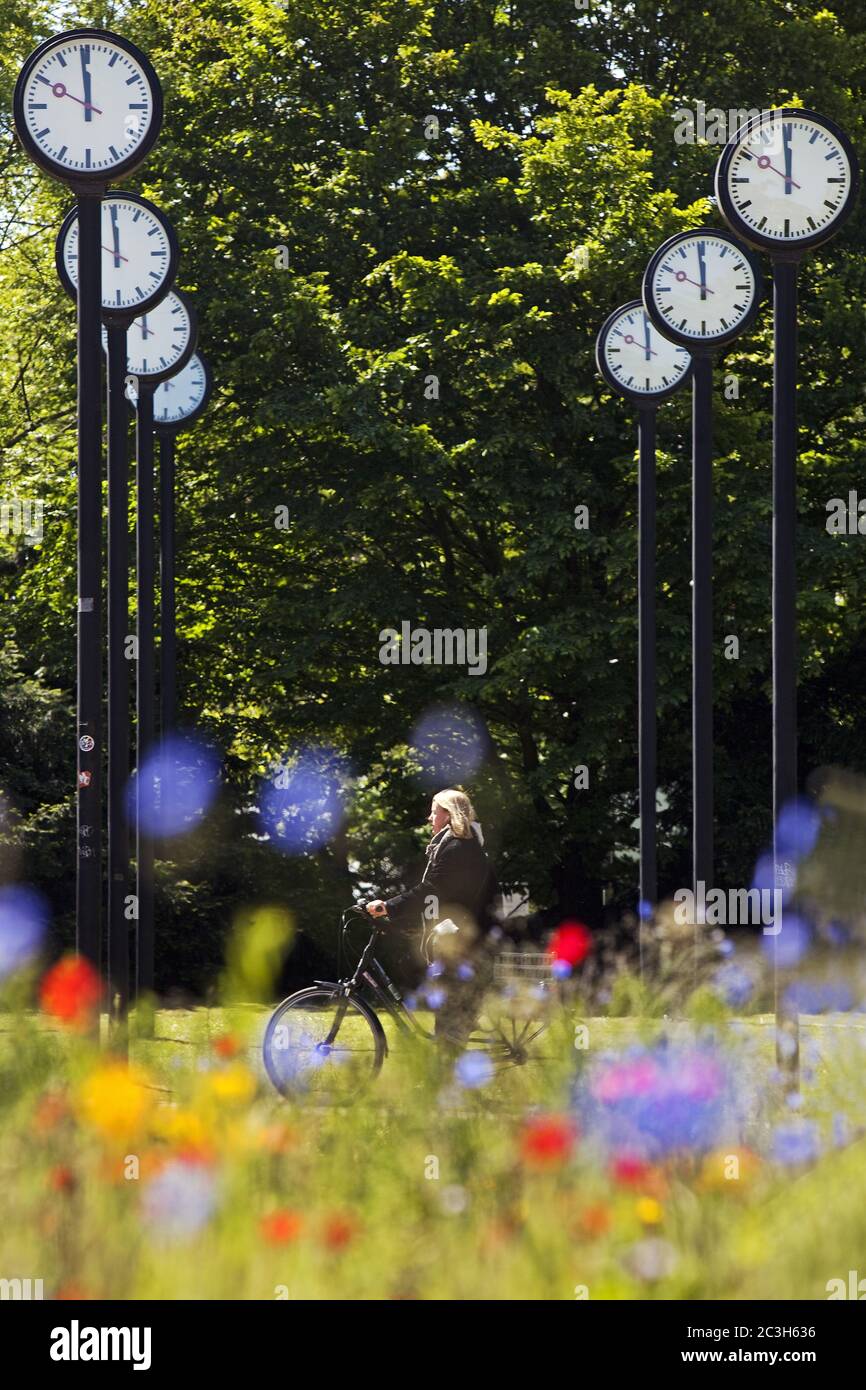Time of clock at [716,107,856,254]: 11:58
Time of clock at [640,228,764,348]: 11:58
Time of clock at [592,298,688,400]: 11:49
